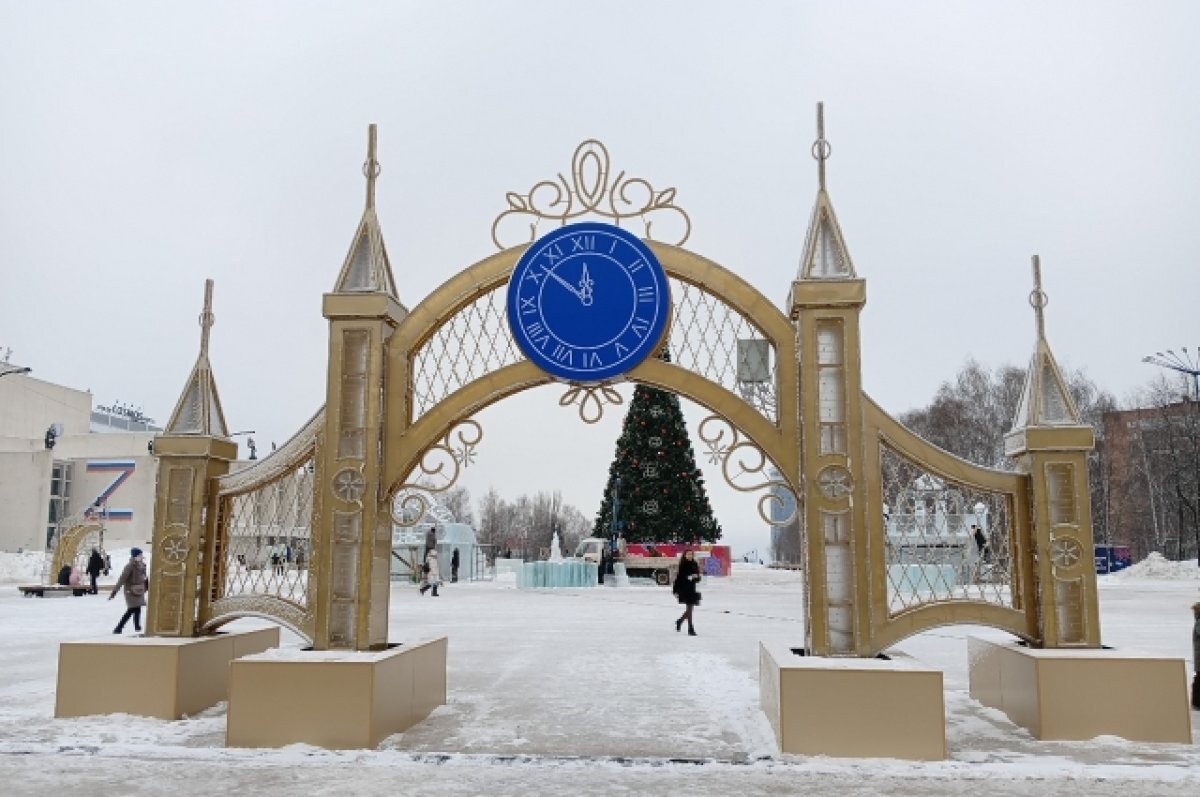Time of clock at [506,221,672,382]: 11:51
